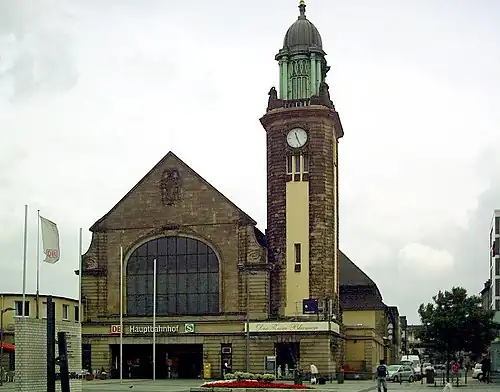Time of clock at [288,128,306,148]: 11:25
